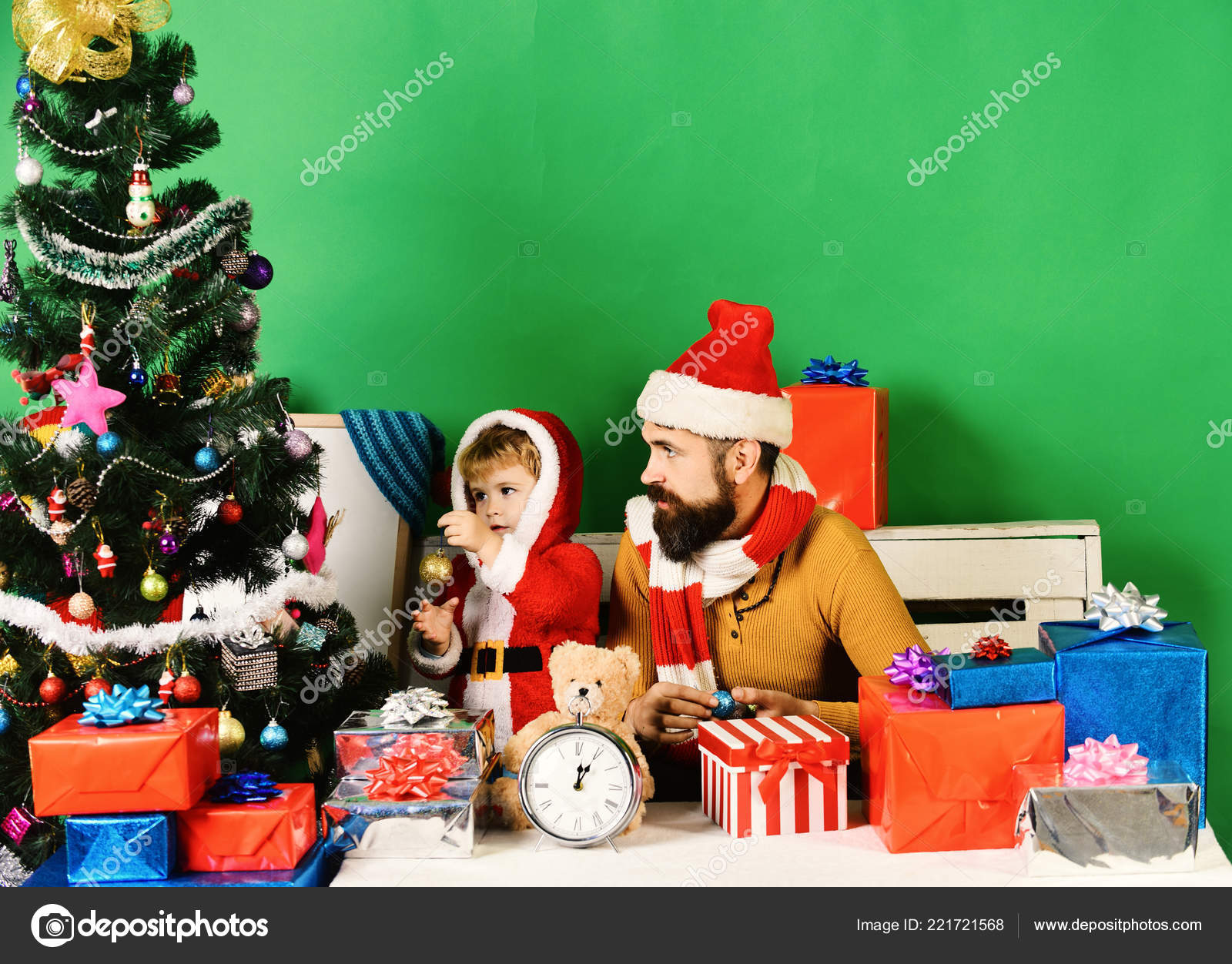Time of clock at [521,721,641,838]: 12:04
